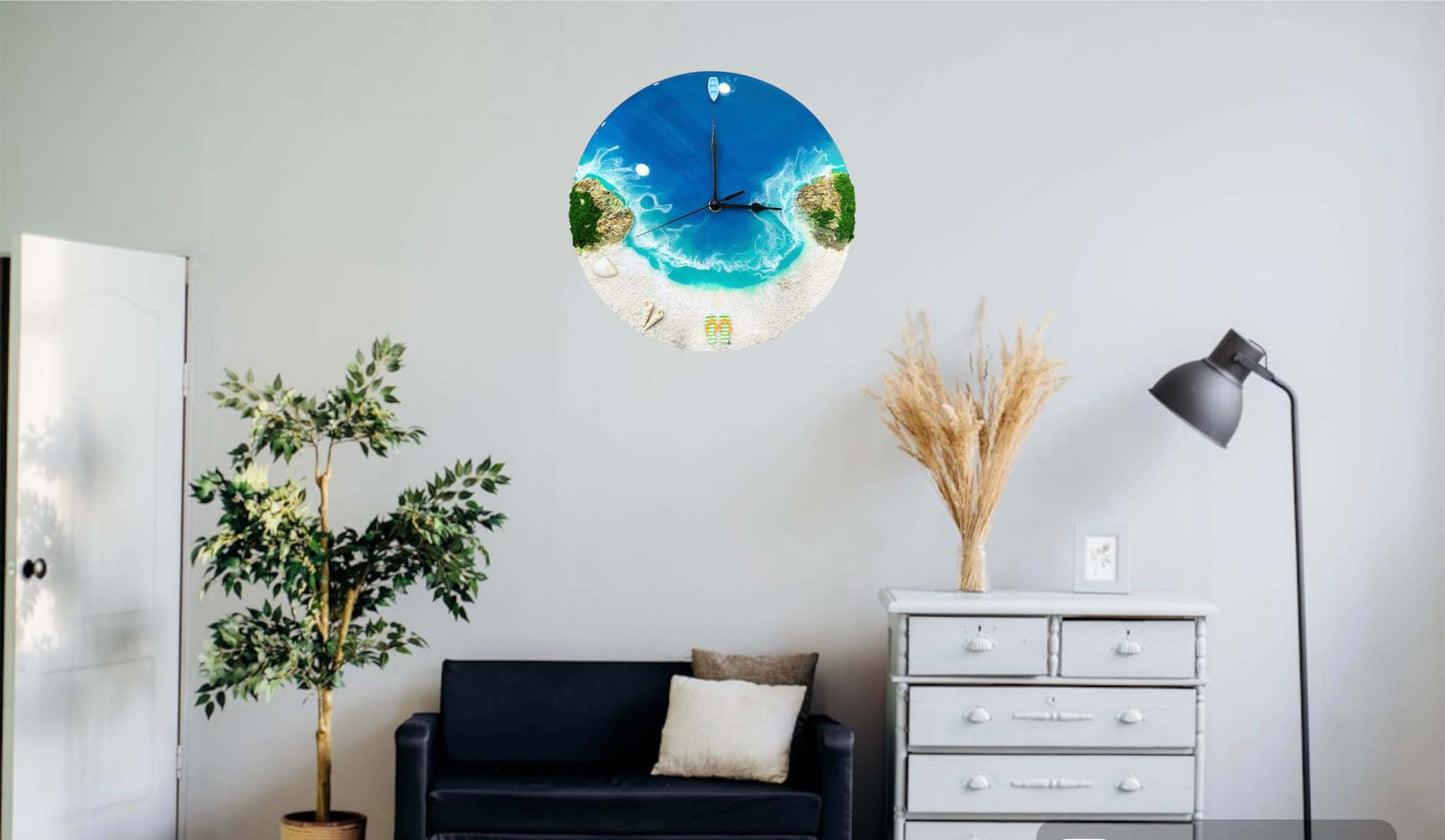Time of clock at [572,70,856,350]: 2:59
